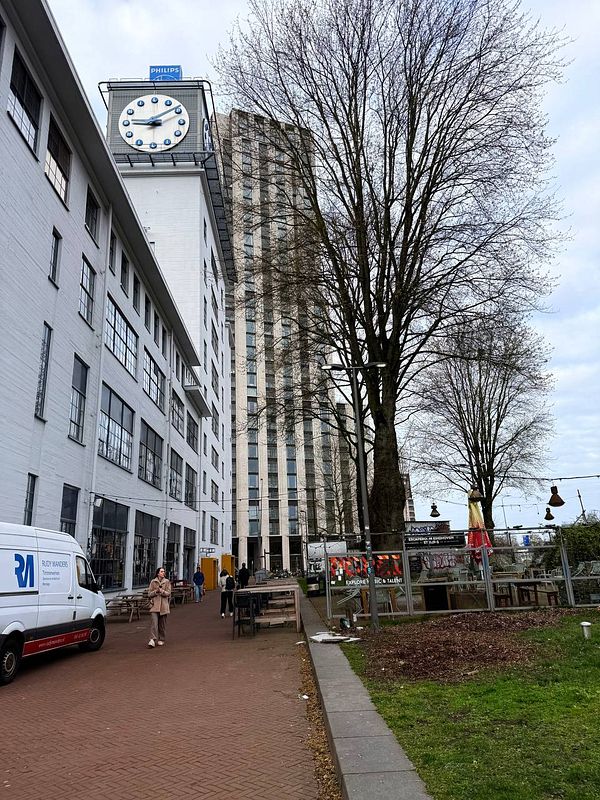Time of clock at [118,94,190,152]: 9:10
